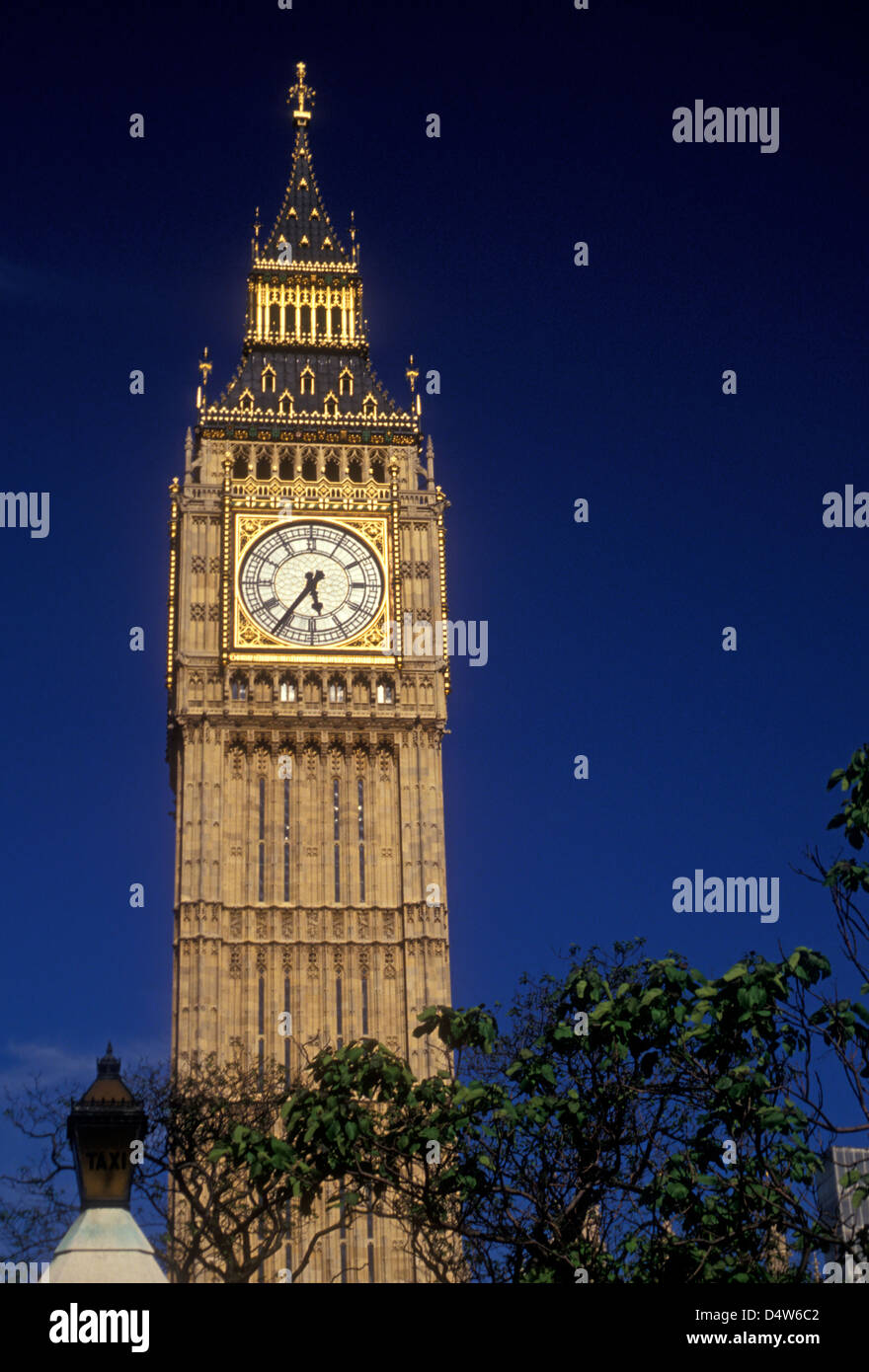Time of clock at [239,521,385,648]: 5:35
